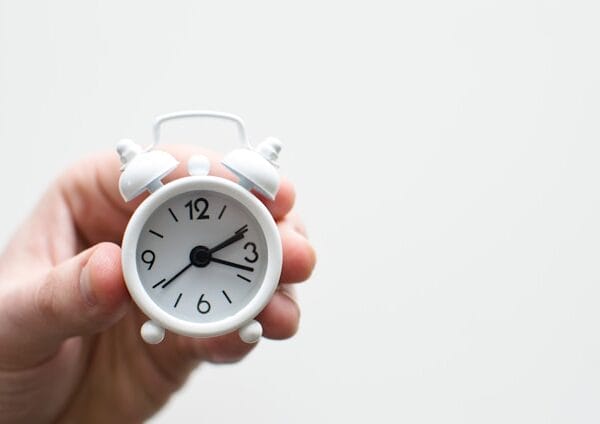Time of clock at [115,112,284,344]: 2:18
